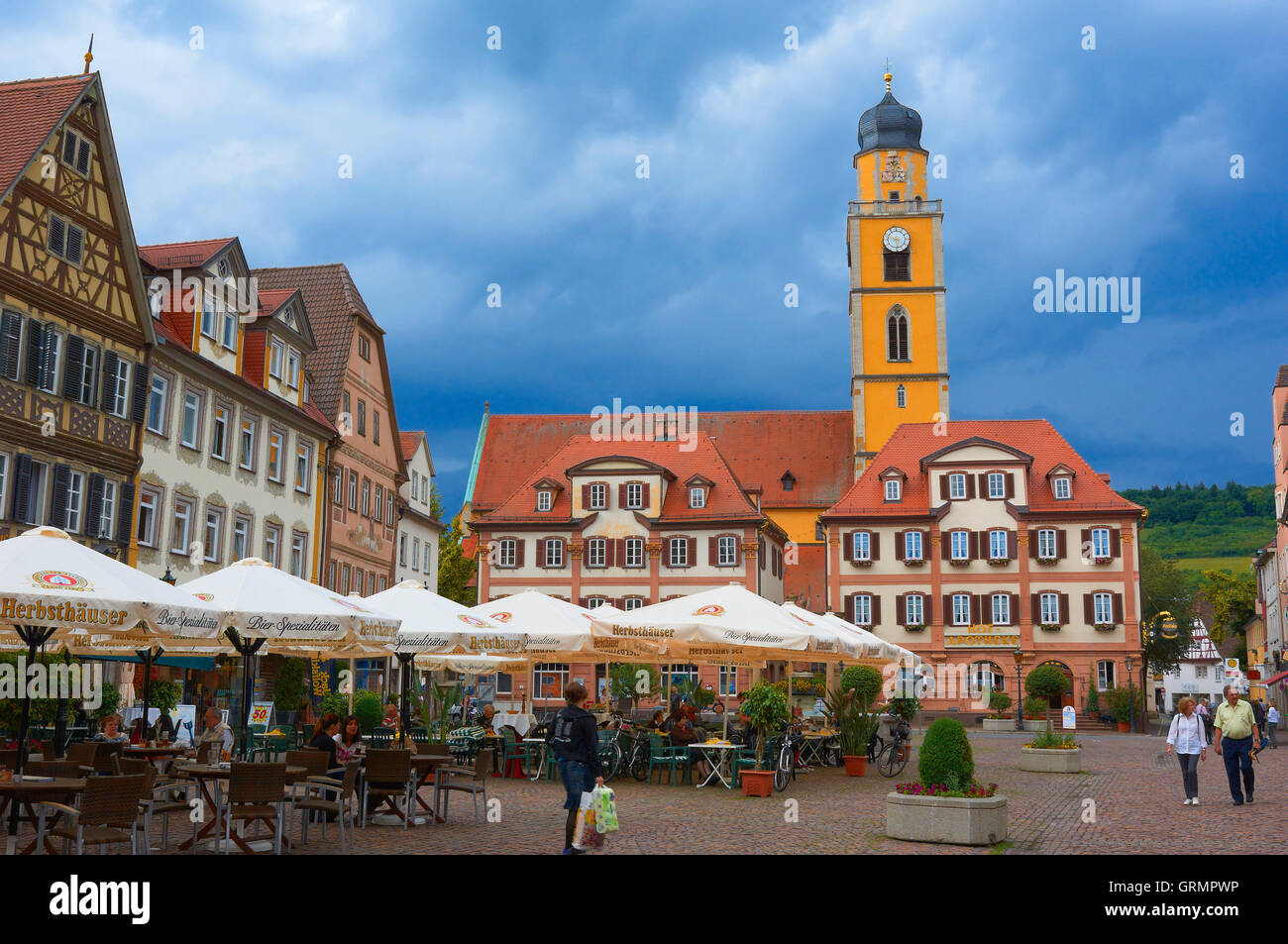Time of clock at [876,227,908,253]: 5:47
